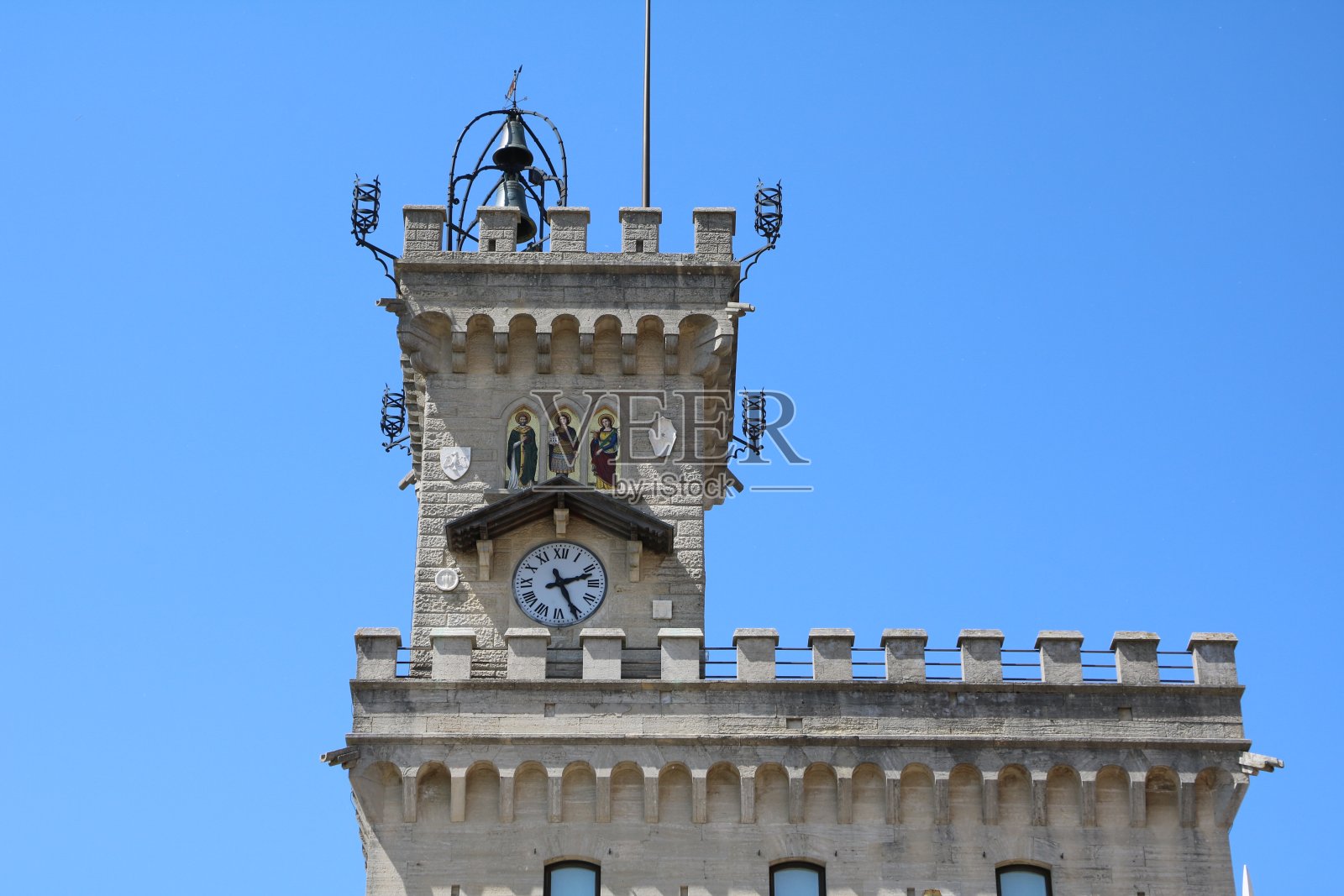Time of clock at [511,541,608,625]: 2:25
